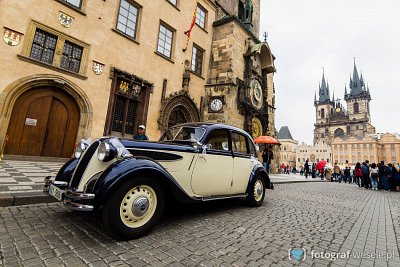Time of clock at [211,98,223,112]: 10:32
